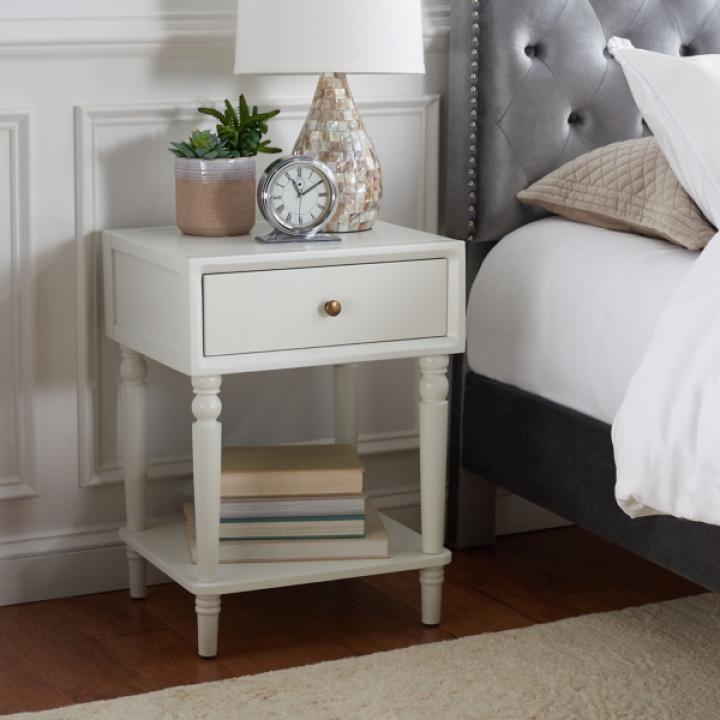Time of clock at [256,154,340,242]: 11:09
